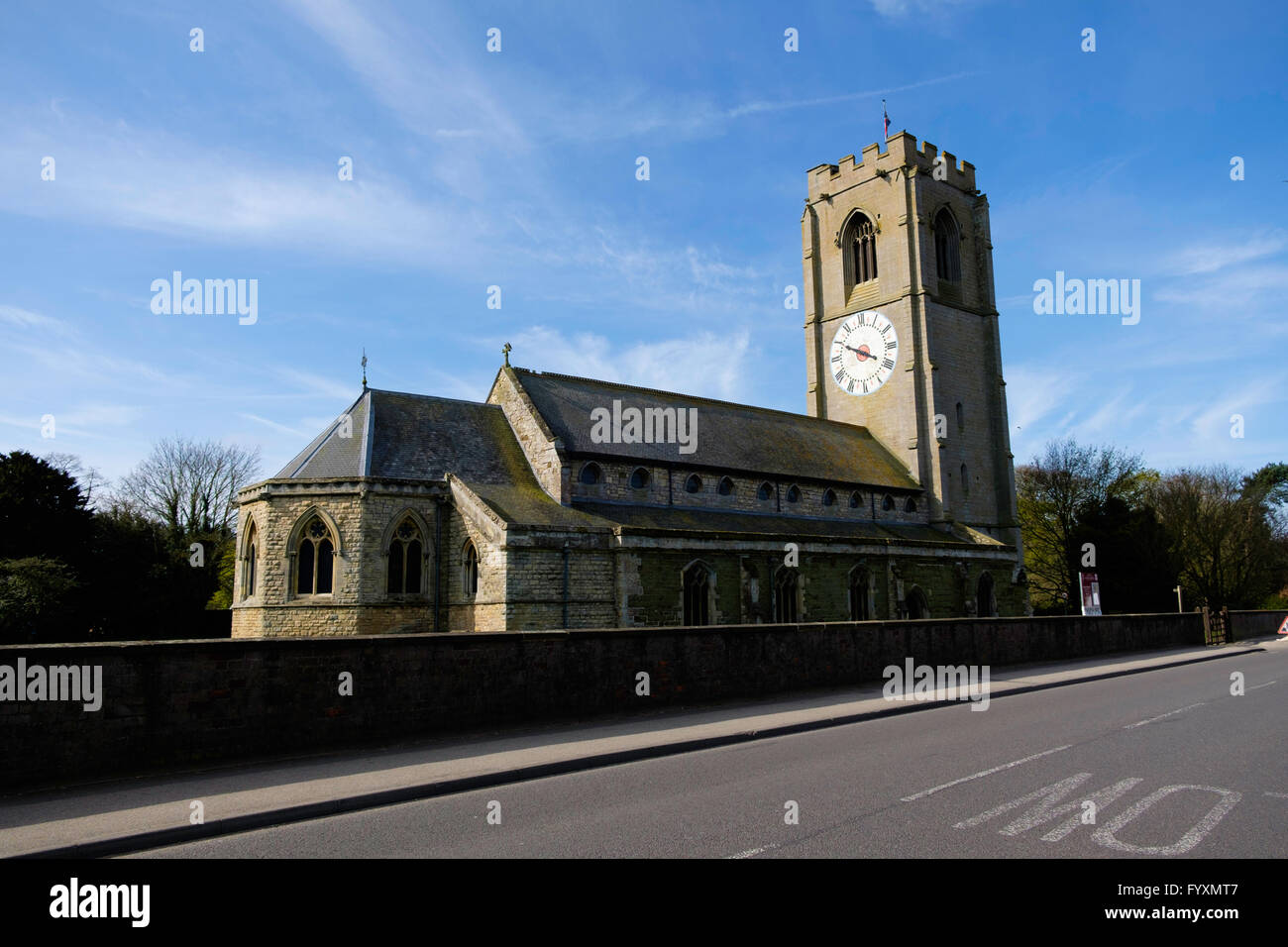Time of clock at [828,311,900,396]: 3:49
